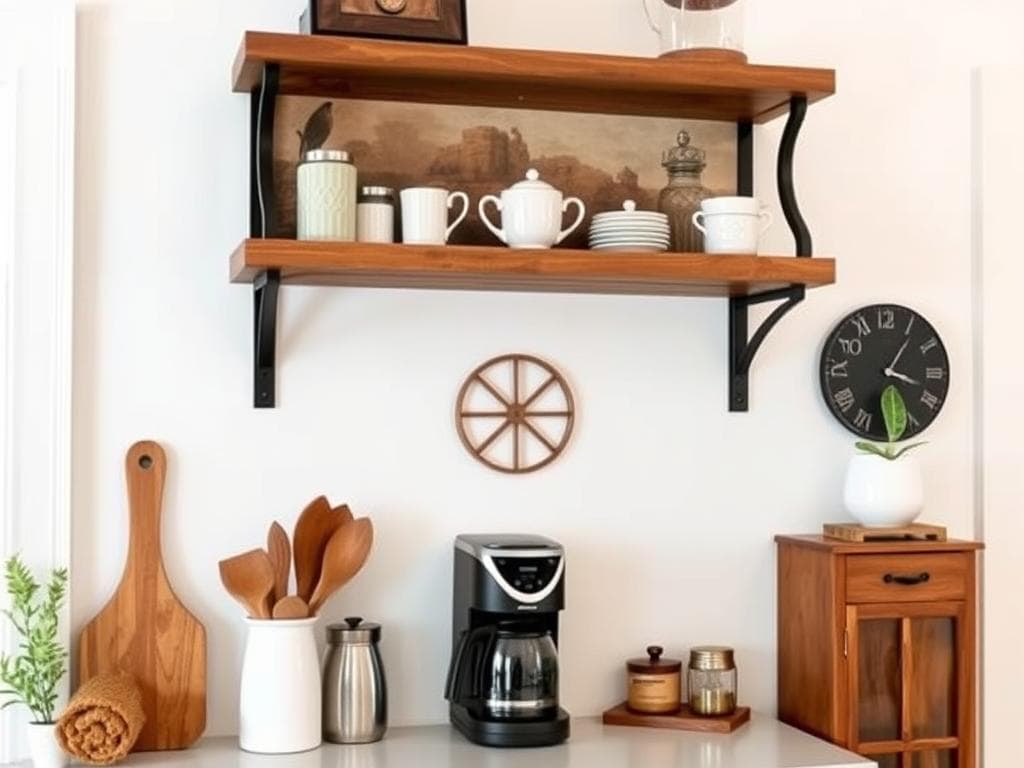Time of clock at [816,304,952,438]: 1:18
